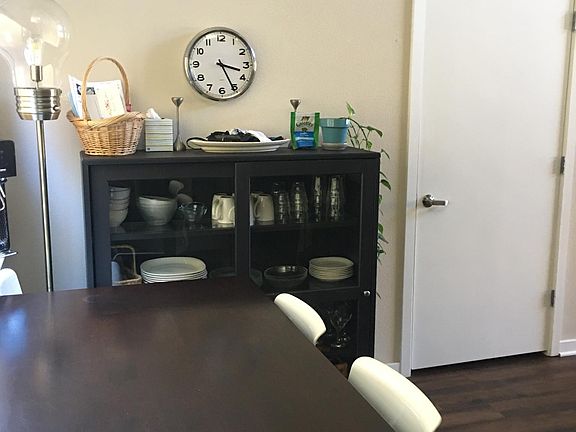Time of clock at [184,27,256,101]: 3:25
